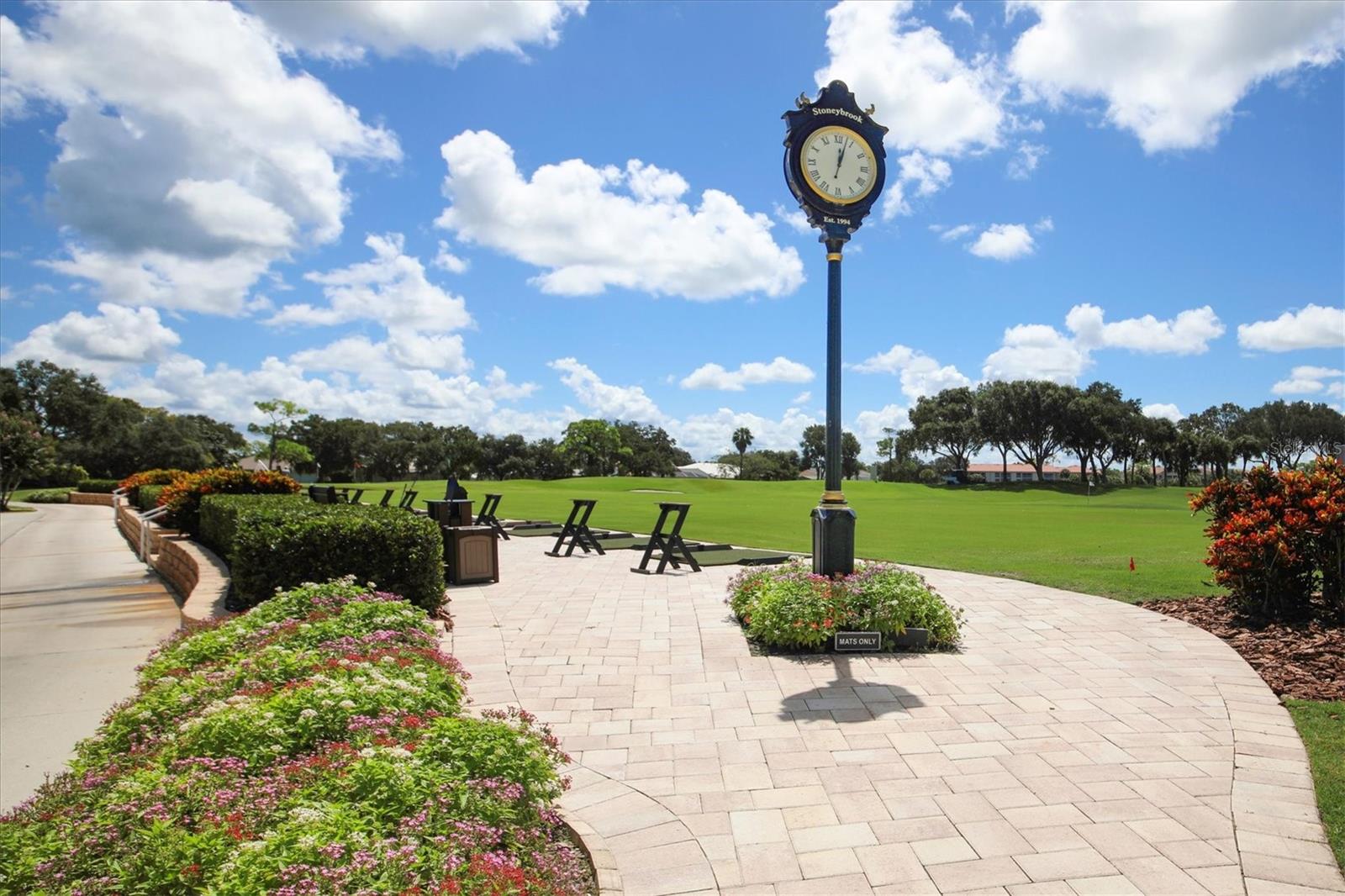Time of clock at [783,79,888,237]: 12:03
